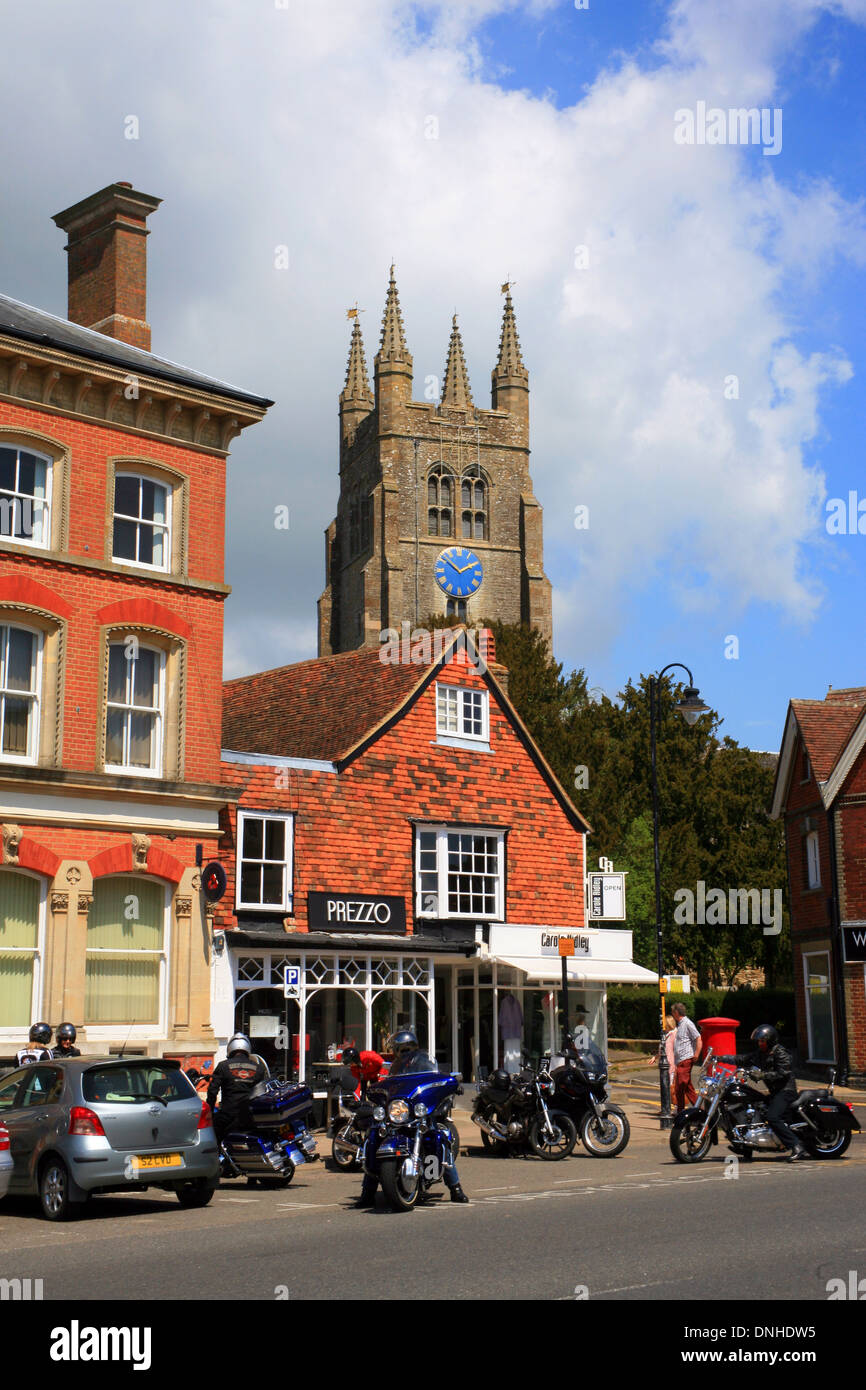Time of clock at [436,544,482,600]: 1:51
